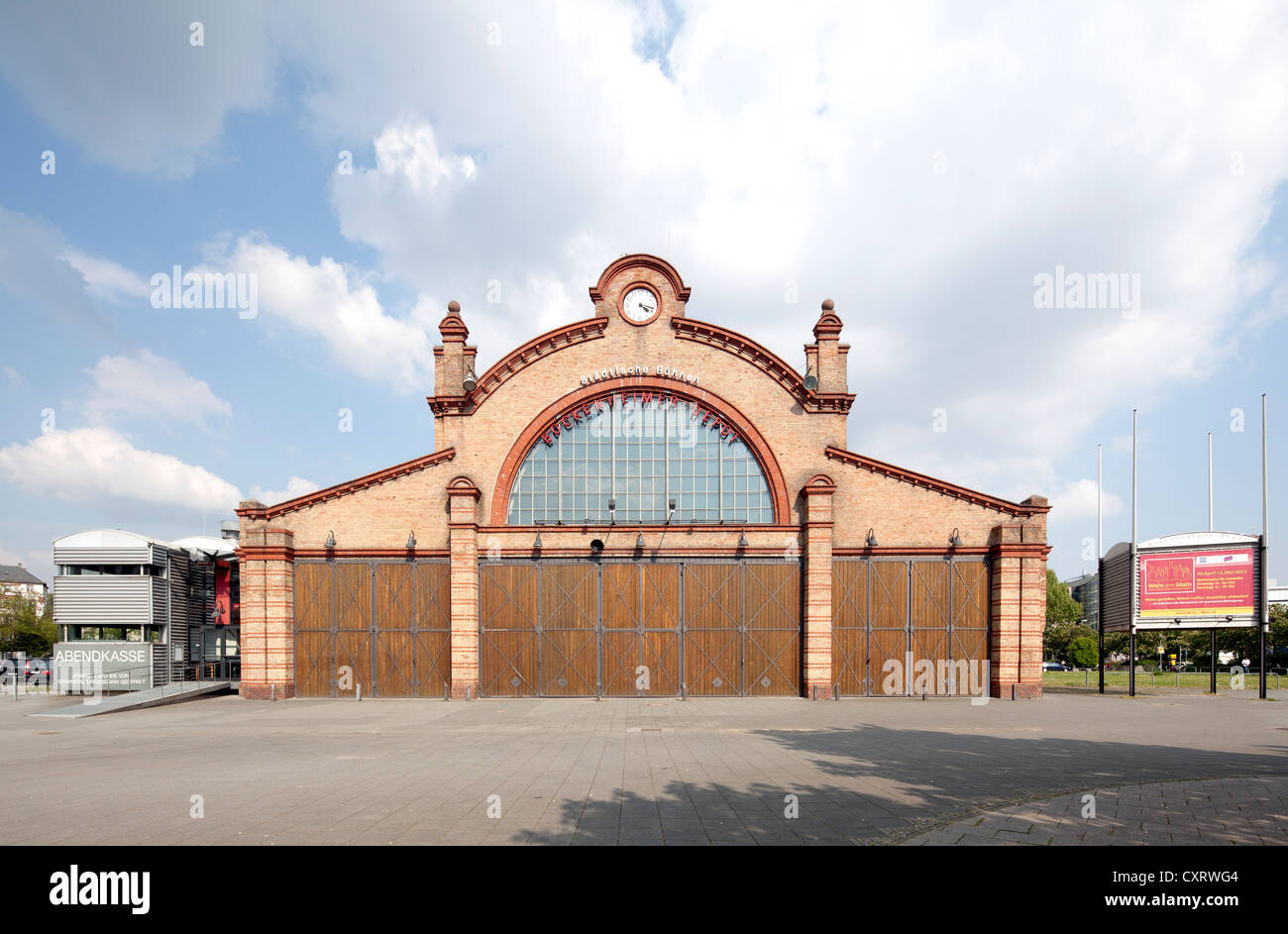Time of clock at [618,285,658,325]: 4:18
